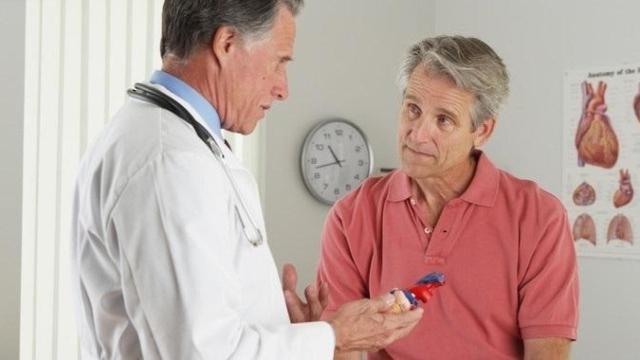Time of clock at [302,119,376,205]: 10:42
